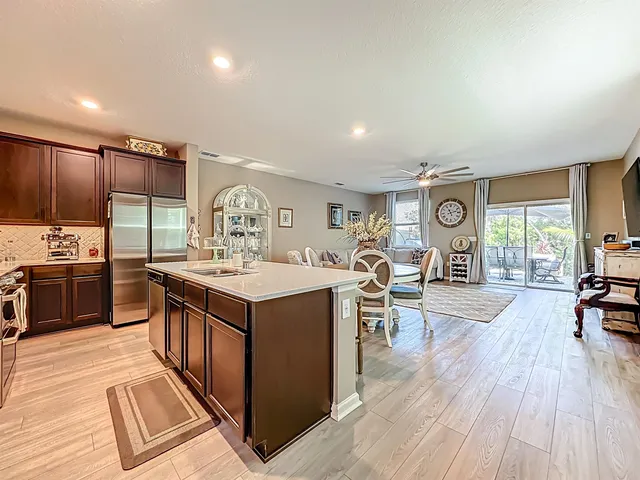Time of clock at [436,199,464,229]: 11:12
